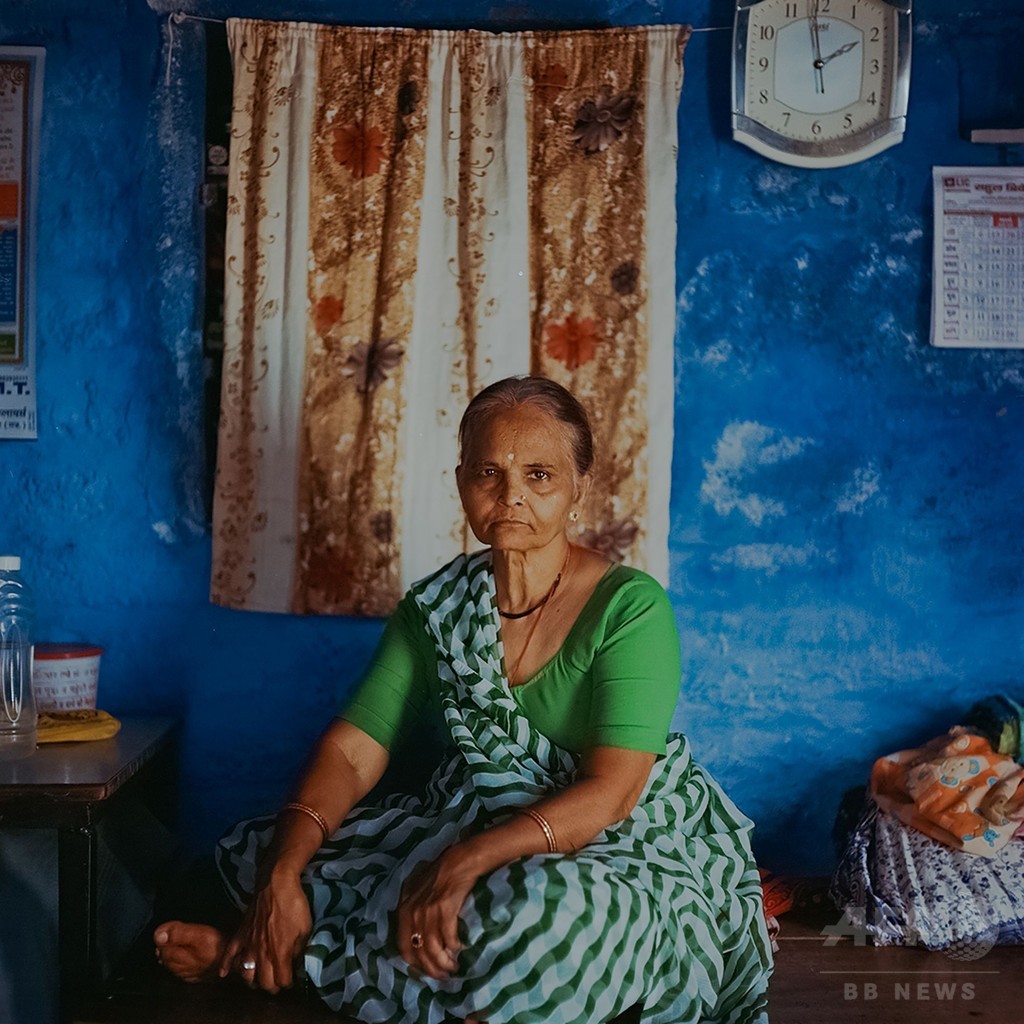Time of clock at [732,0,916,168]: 1:58
